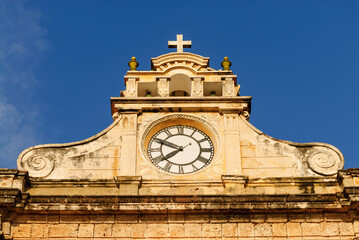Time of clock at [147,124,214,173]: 9:38
